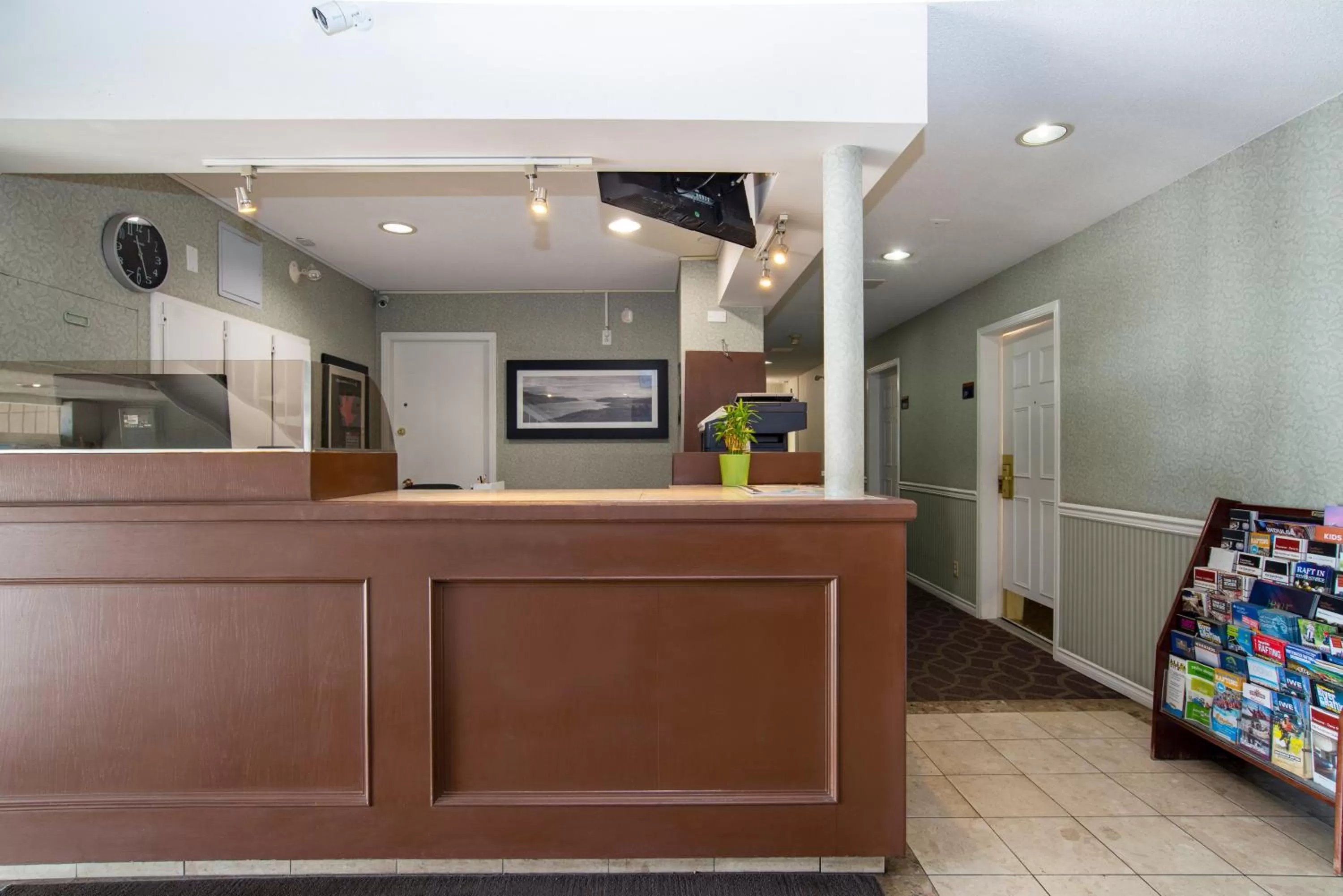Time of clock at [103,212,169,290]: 11:26
